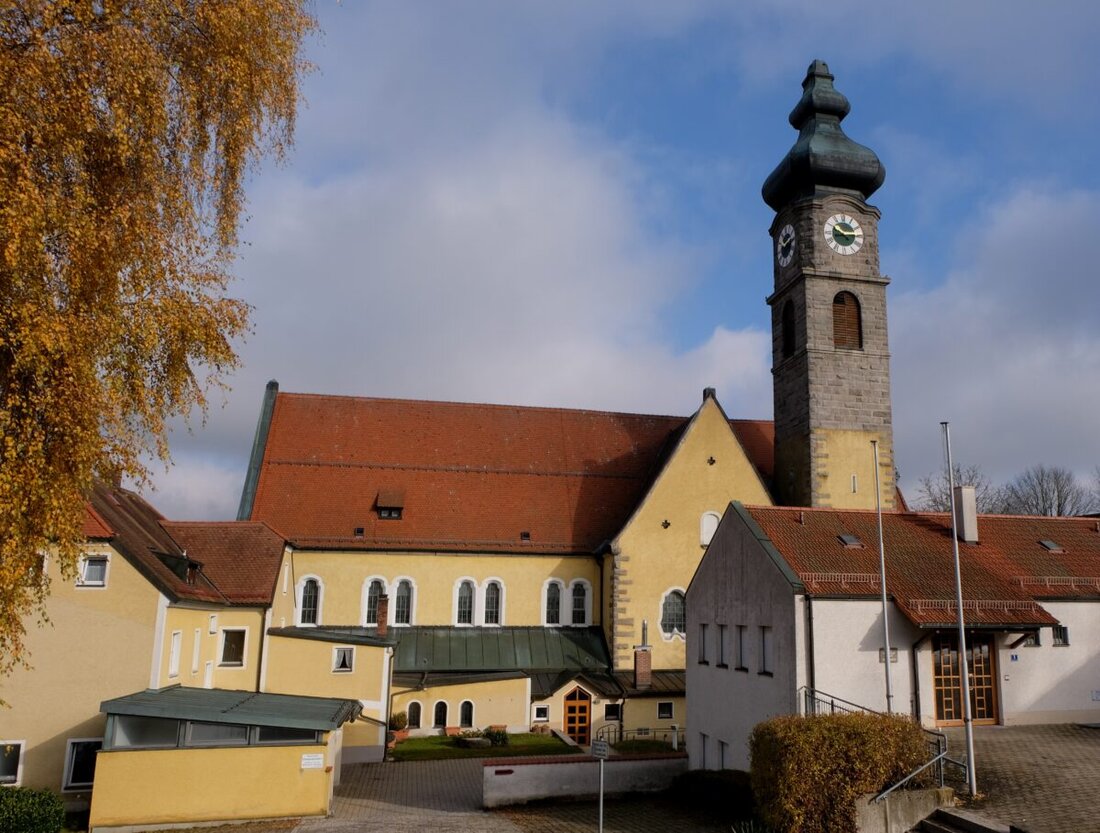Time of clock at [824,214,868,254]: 10:14
